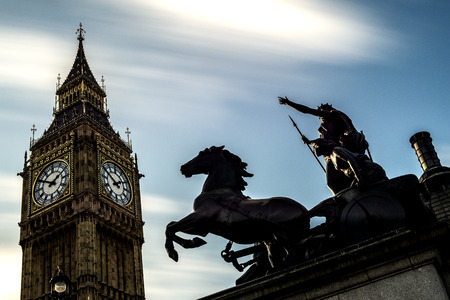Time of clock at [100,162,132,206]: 1:50
